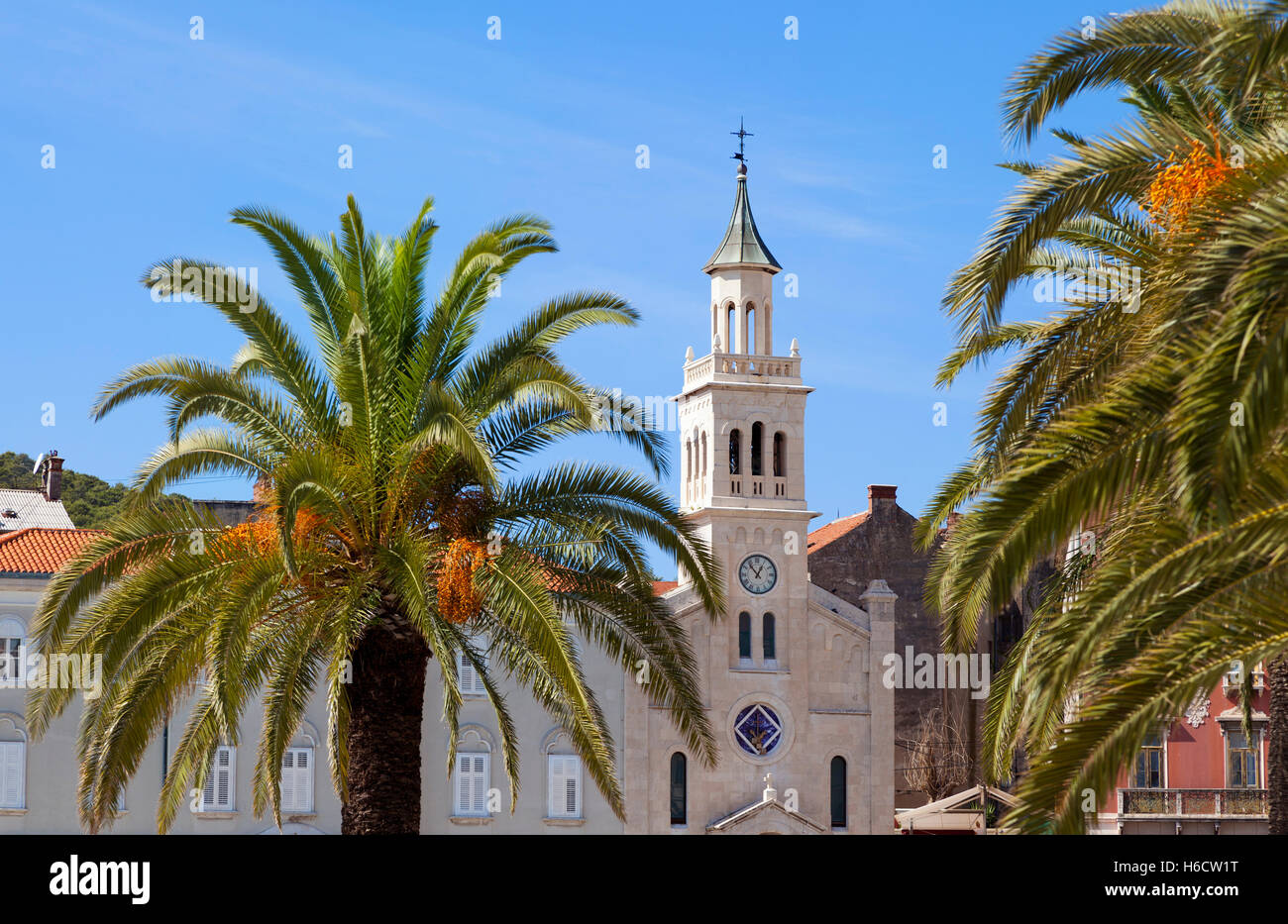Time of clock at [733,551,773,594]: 12:53
